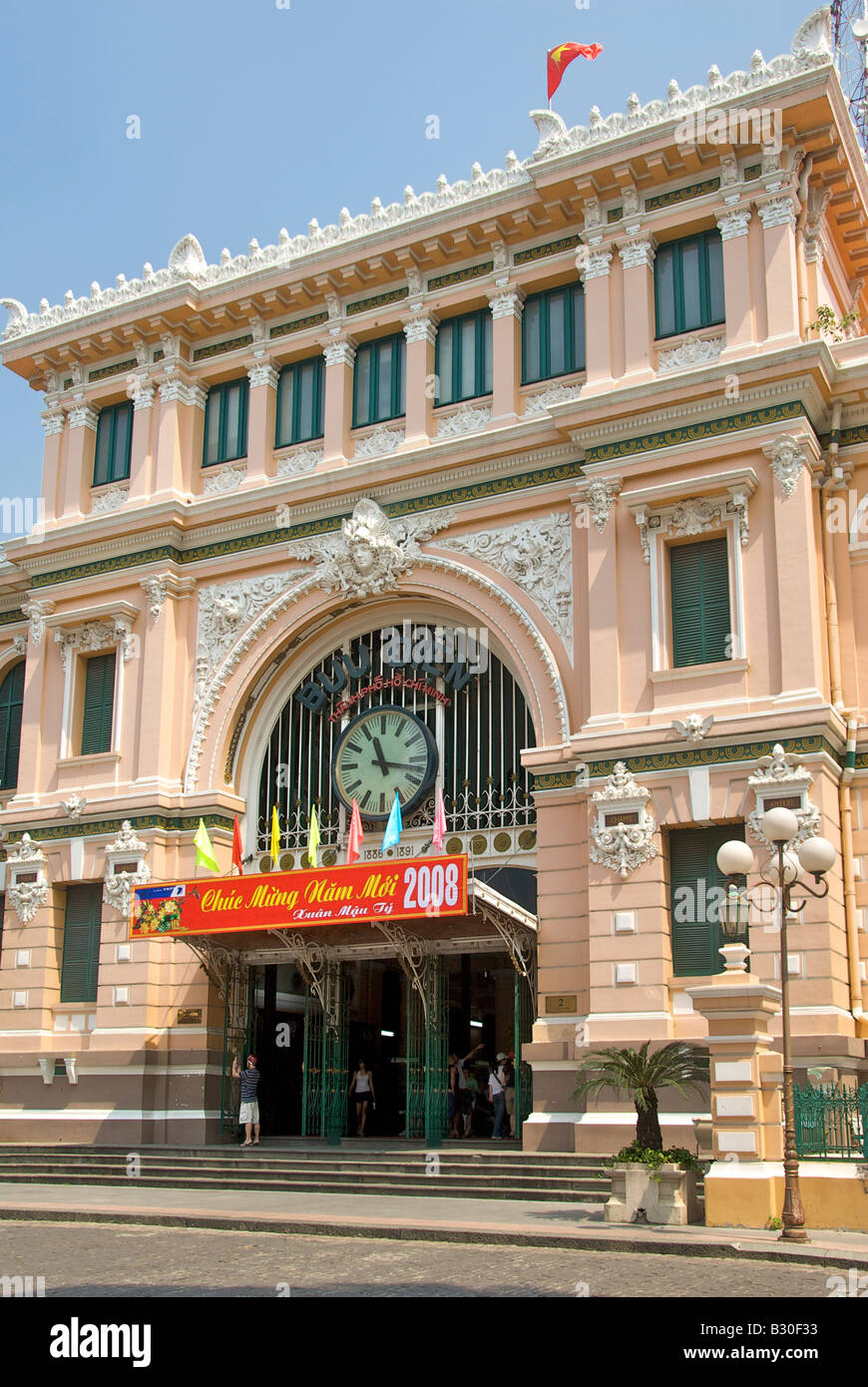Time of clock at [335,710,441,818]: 11:17
